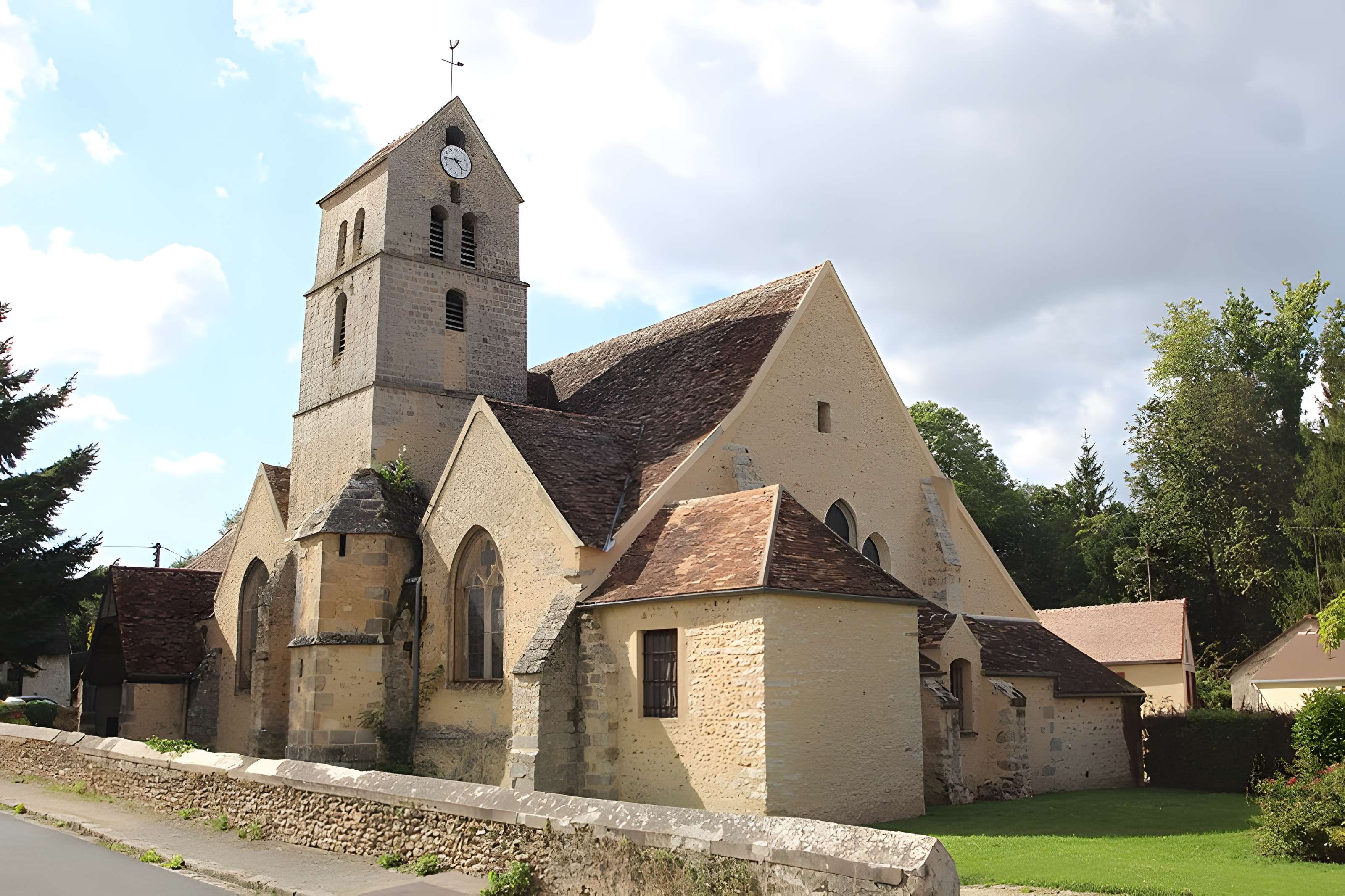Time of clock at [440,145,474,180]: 4:46
